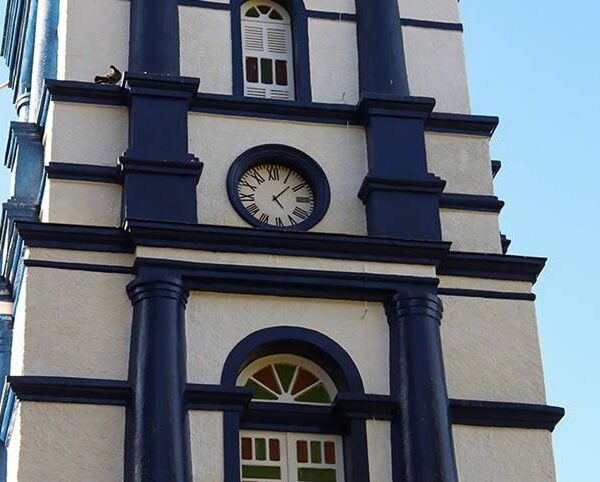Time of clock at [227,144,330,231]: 5:07
